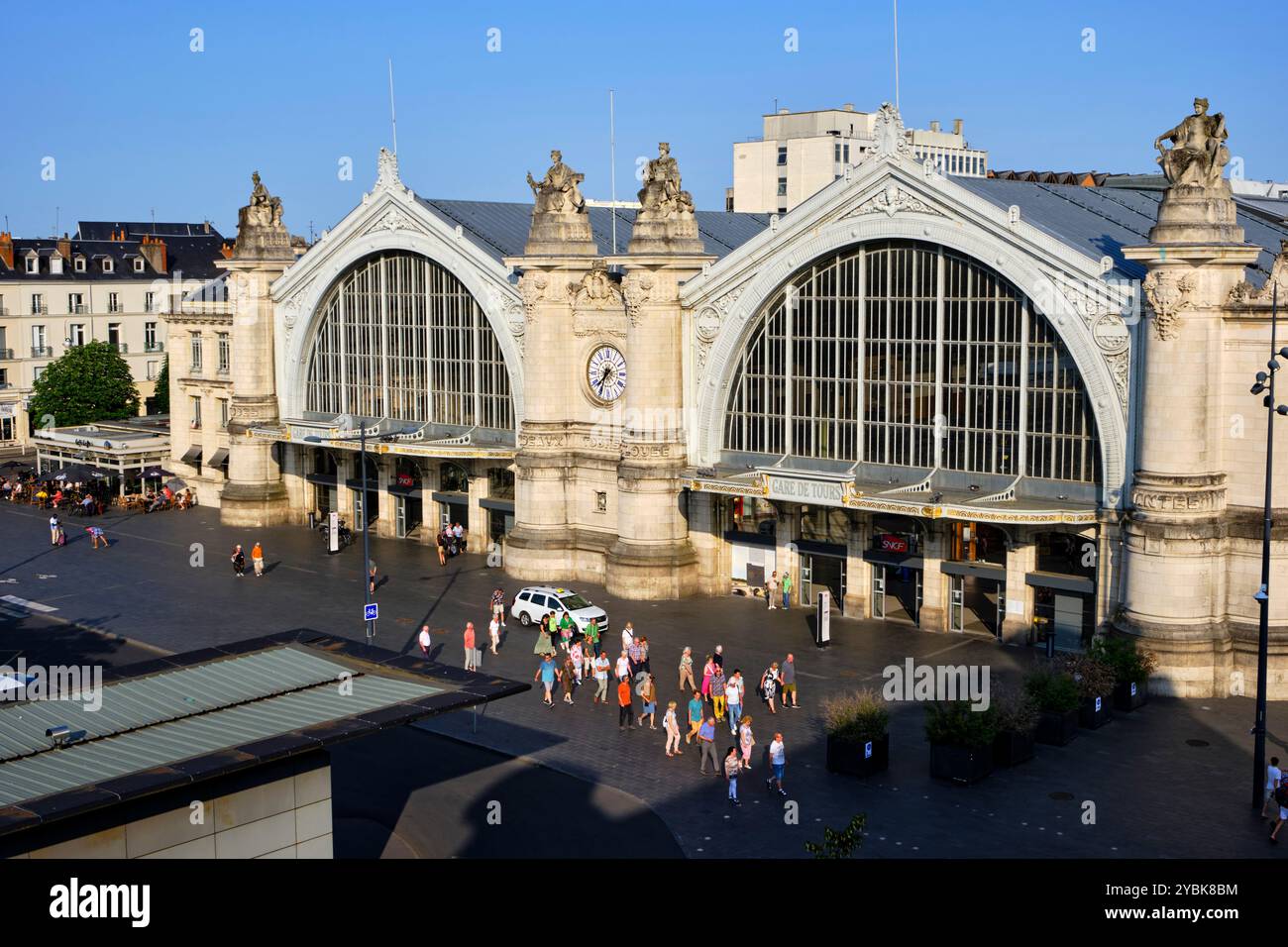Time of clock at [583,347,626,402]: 7:33
